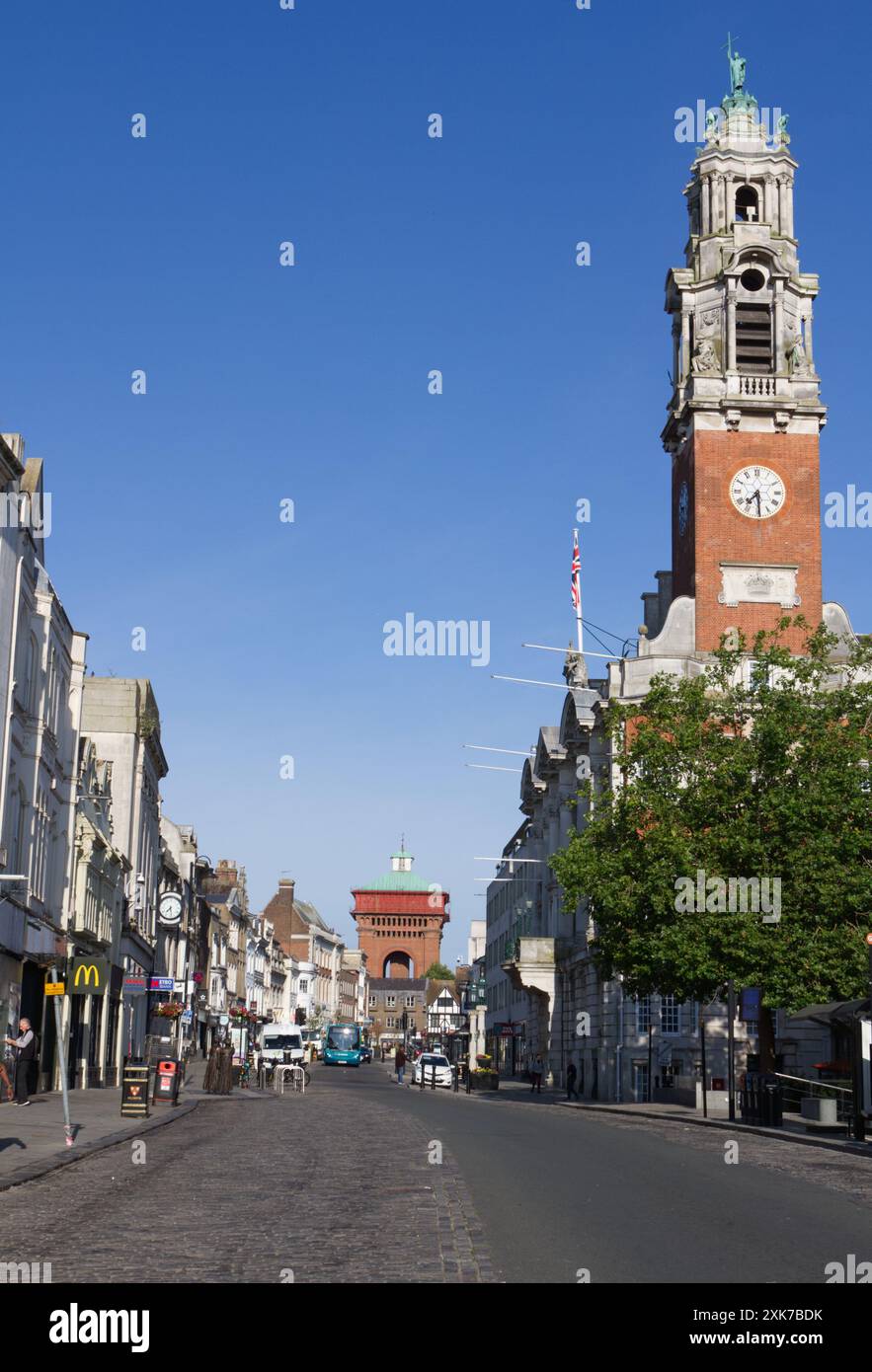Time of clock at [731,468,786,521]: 7:29
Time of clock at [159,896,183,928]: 7:28
